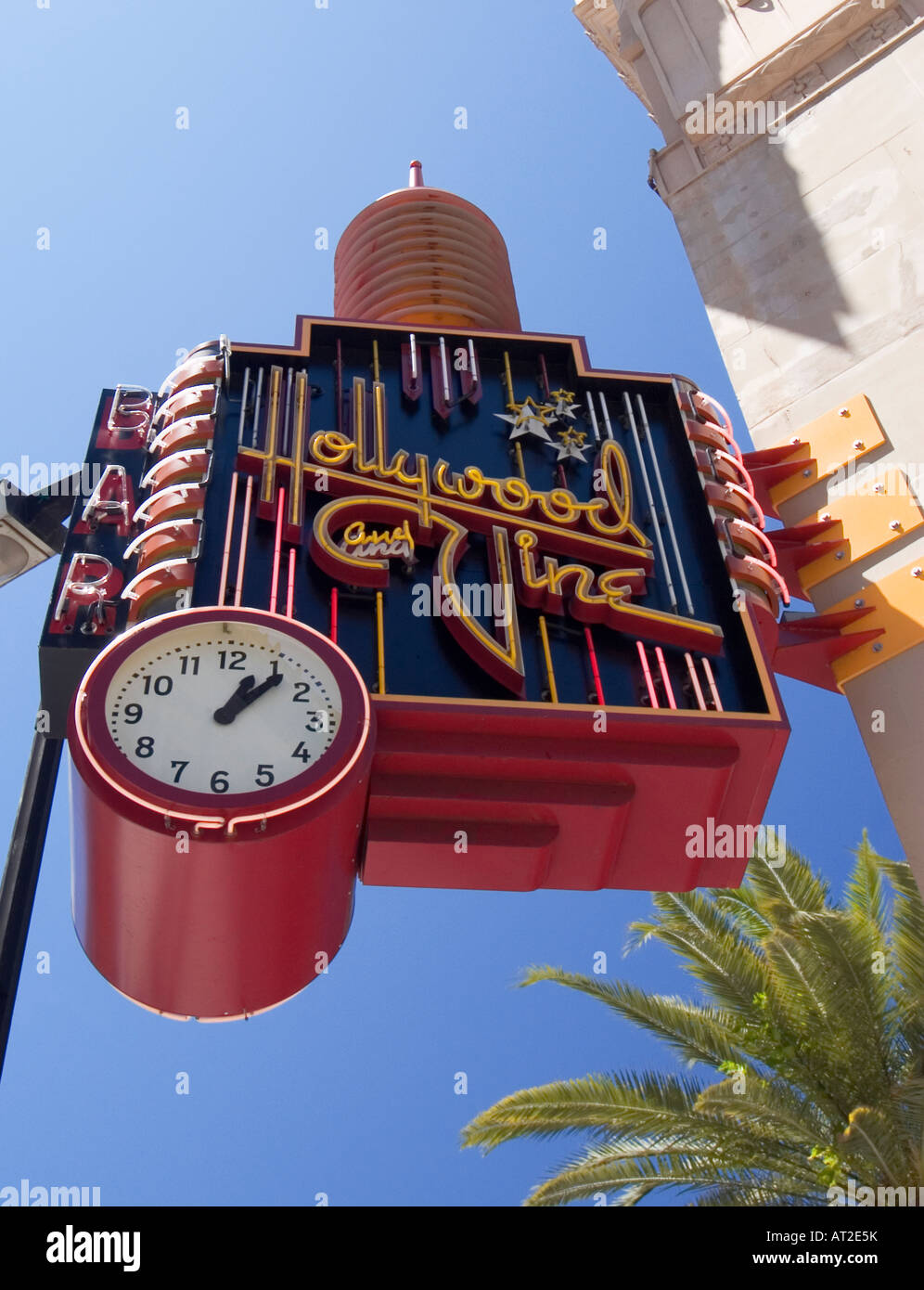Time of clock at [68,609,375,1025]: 1:07
